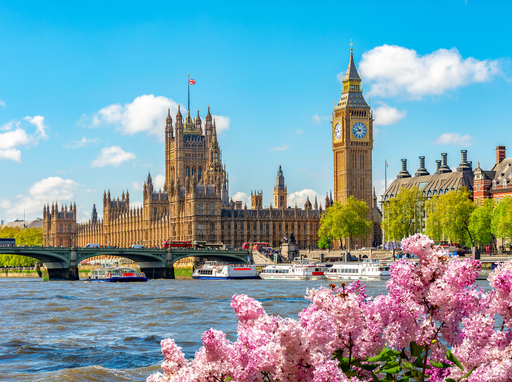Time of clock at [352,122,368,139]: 10:42
